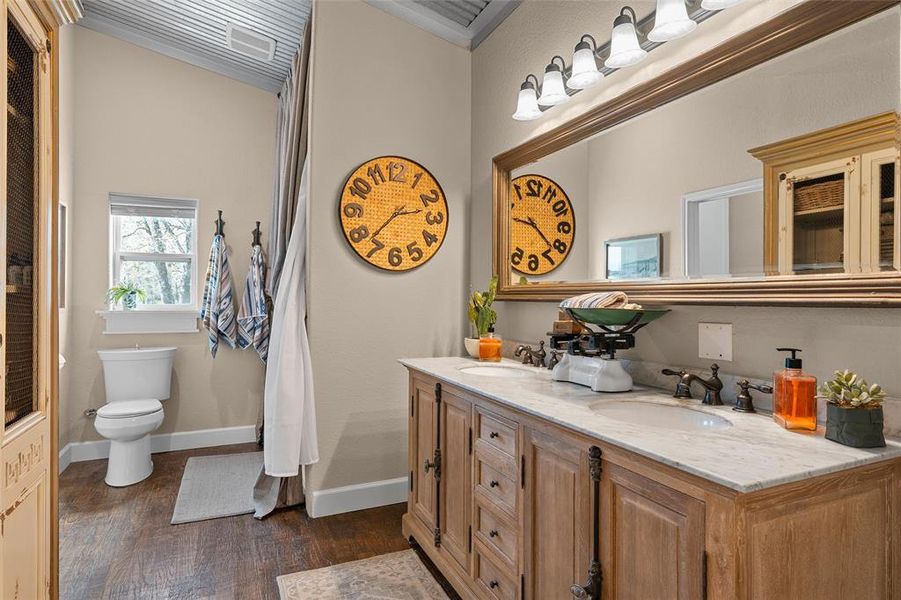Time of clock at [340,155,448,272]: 2:37
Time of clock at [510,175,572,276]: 9:21
